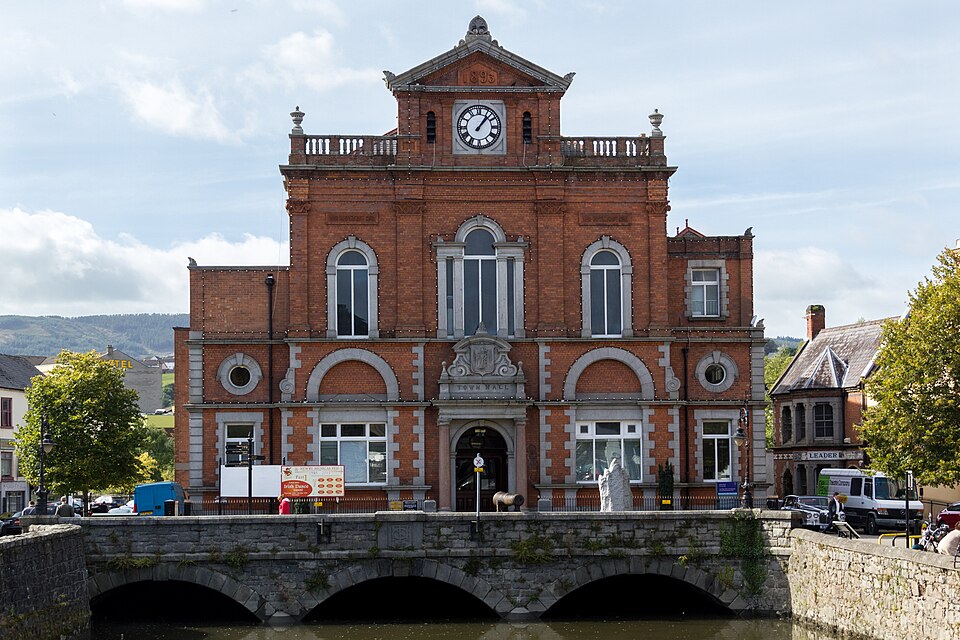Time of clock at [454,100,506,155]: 1:07
